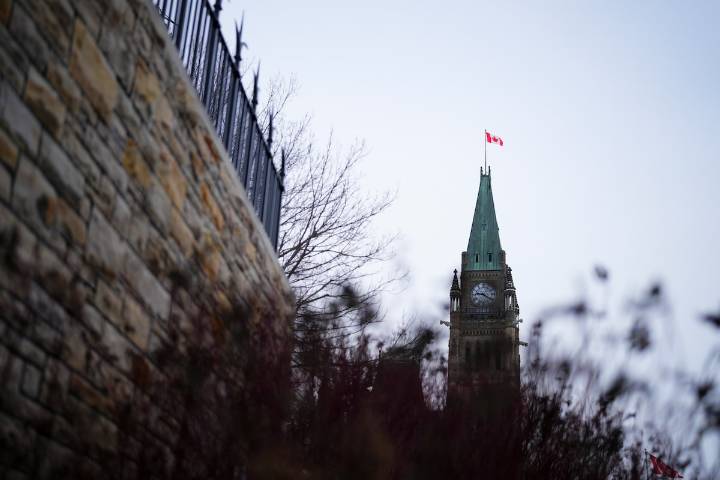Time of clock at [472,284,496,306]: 9:20
